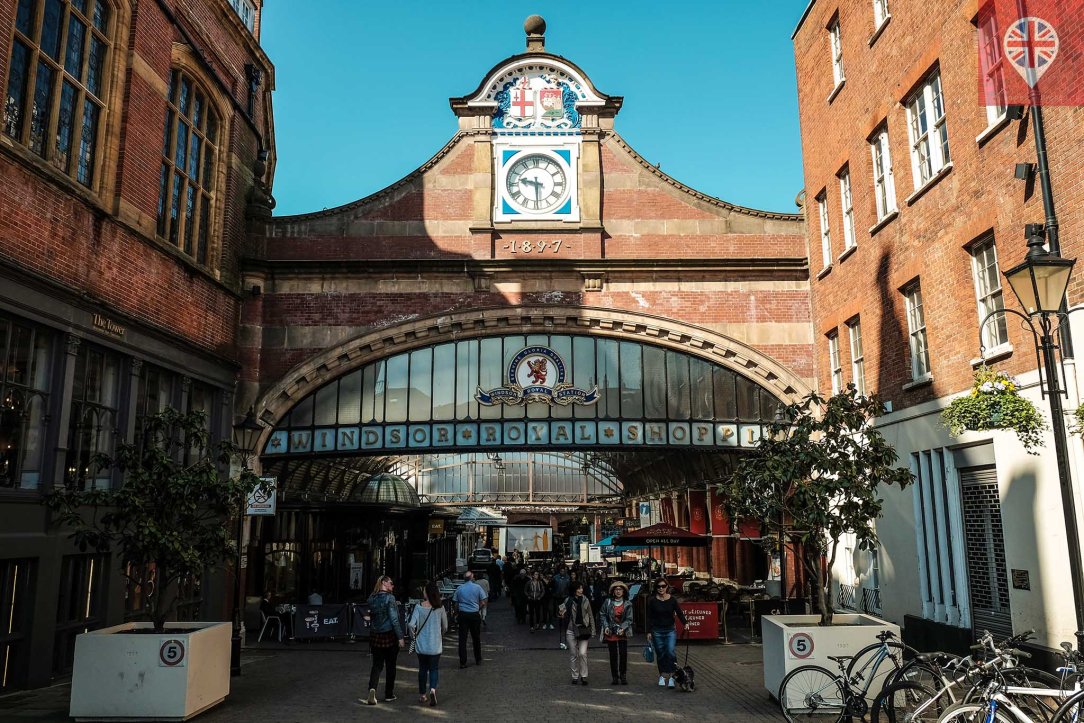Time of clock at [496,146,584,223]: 9:29
